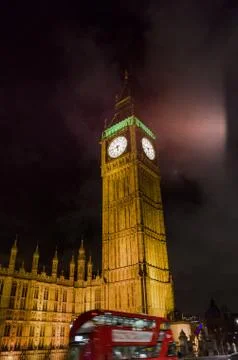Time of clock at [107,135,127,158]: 5:42
